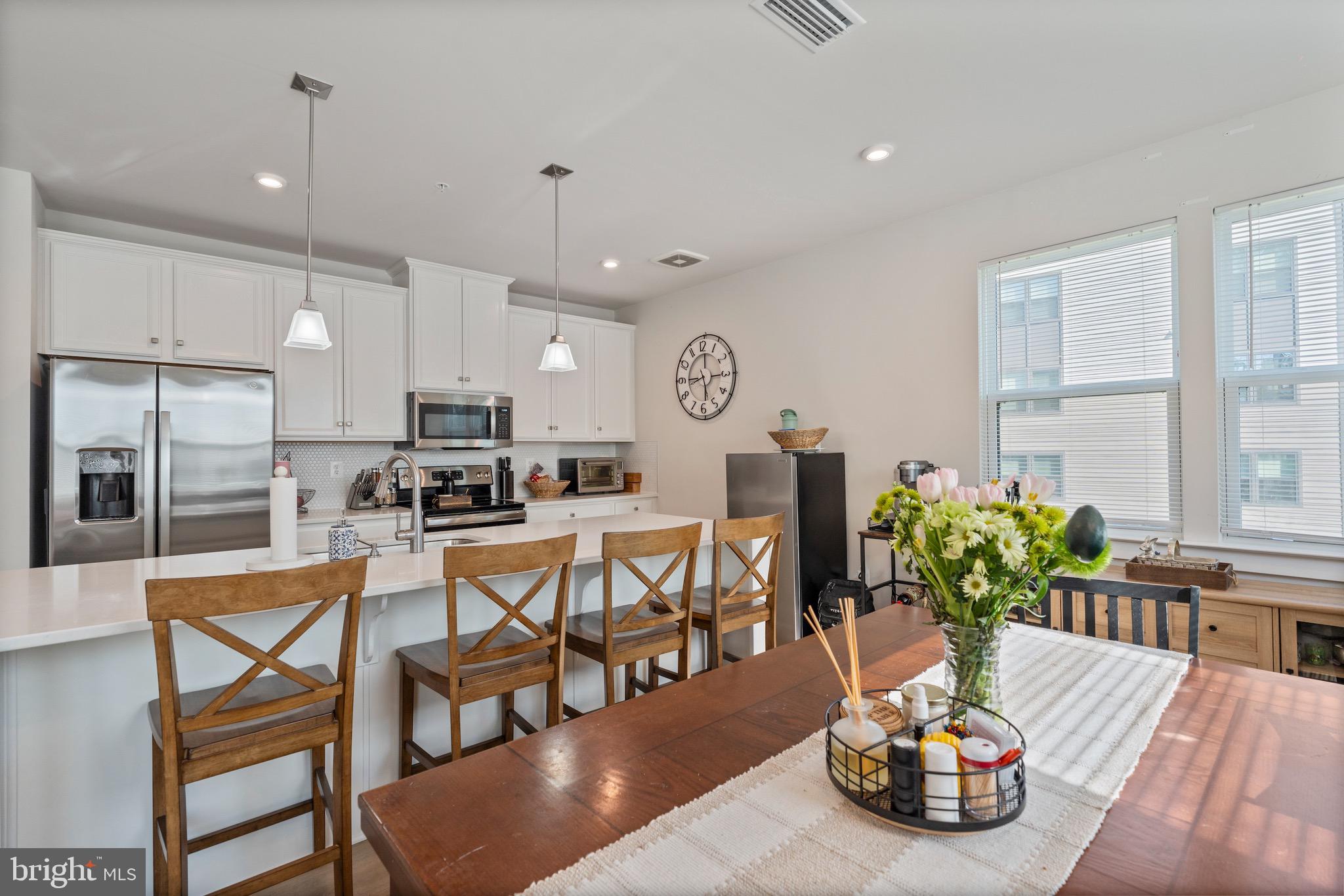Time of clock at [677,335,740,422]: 5:44
